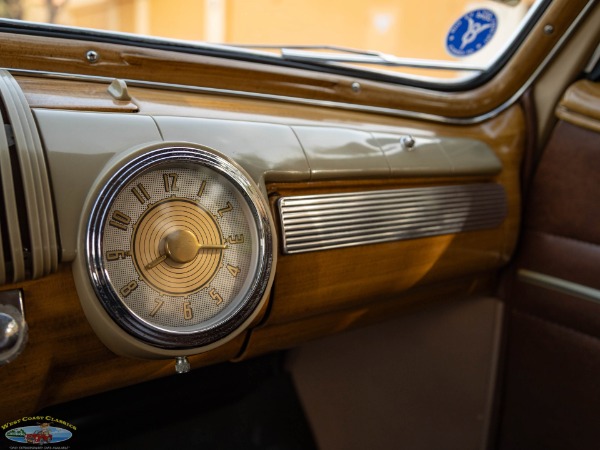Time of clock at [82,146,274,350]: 8:16
